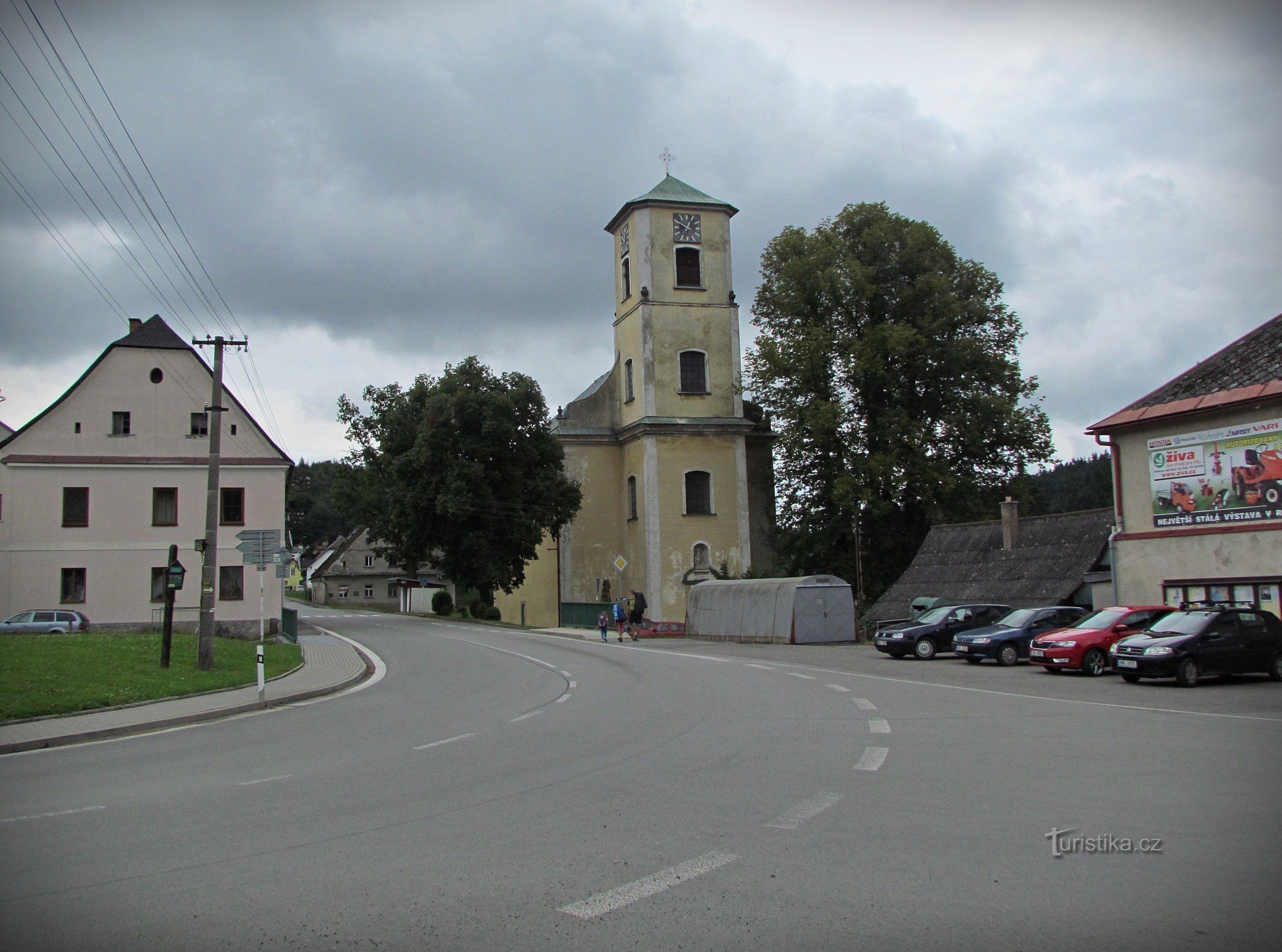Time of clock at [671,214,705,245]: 12:49
